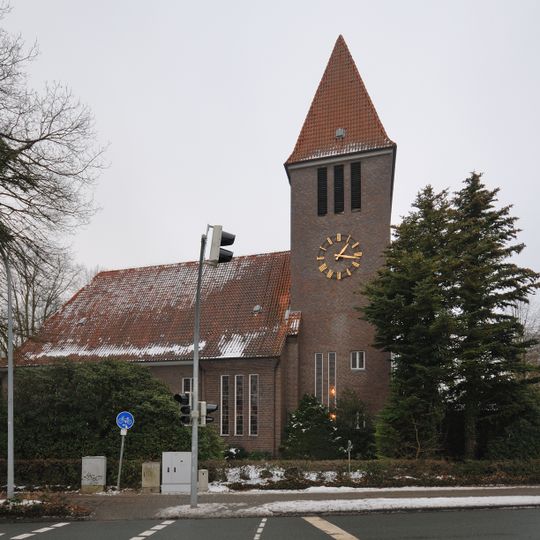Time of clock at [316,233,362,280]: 1:16
